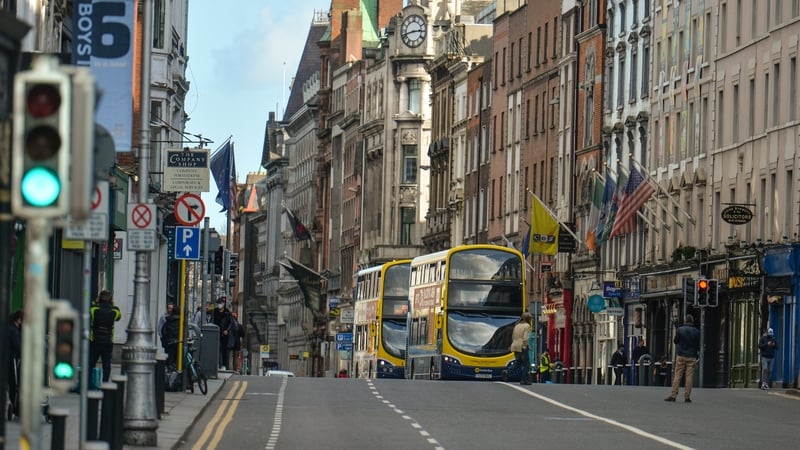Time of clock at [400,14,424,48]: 2:42
